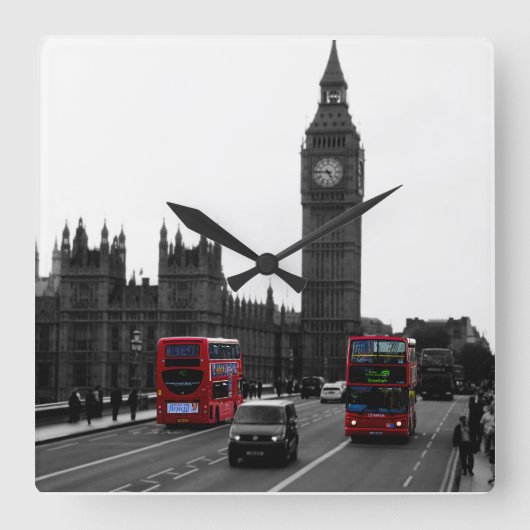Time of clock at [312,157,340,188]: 4:45
